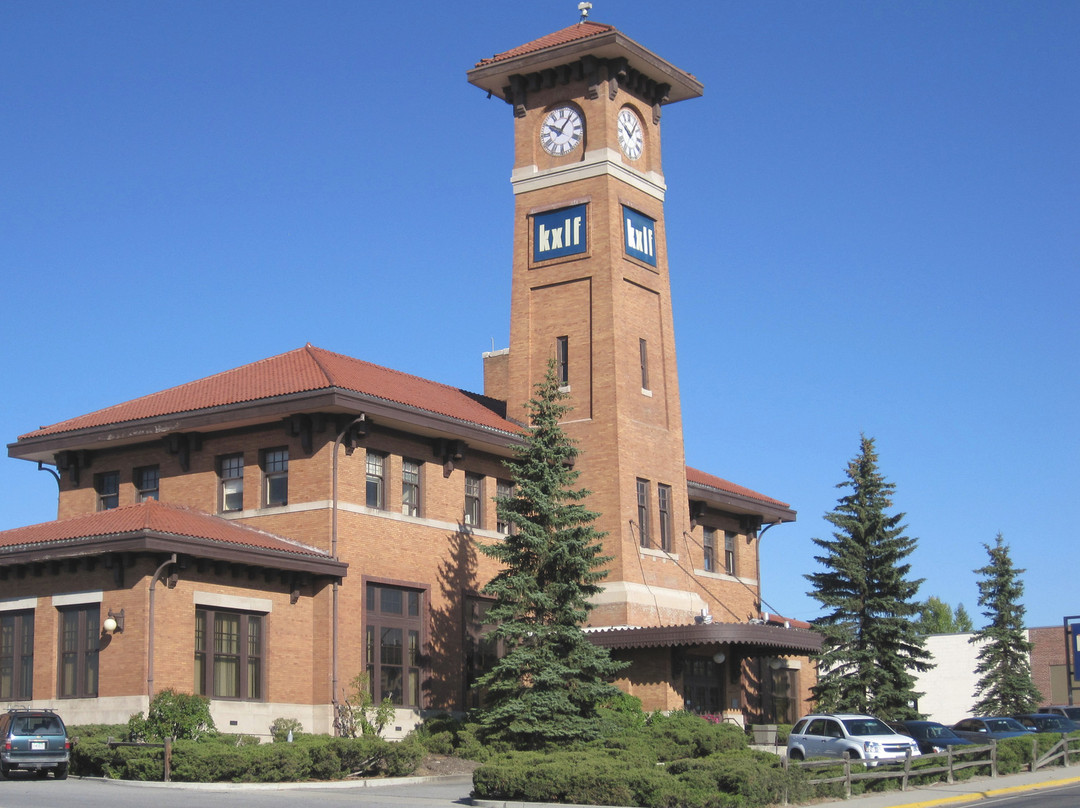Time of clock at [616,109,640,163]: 10:06
